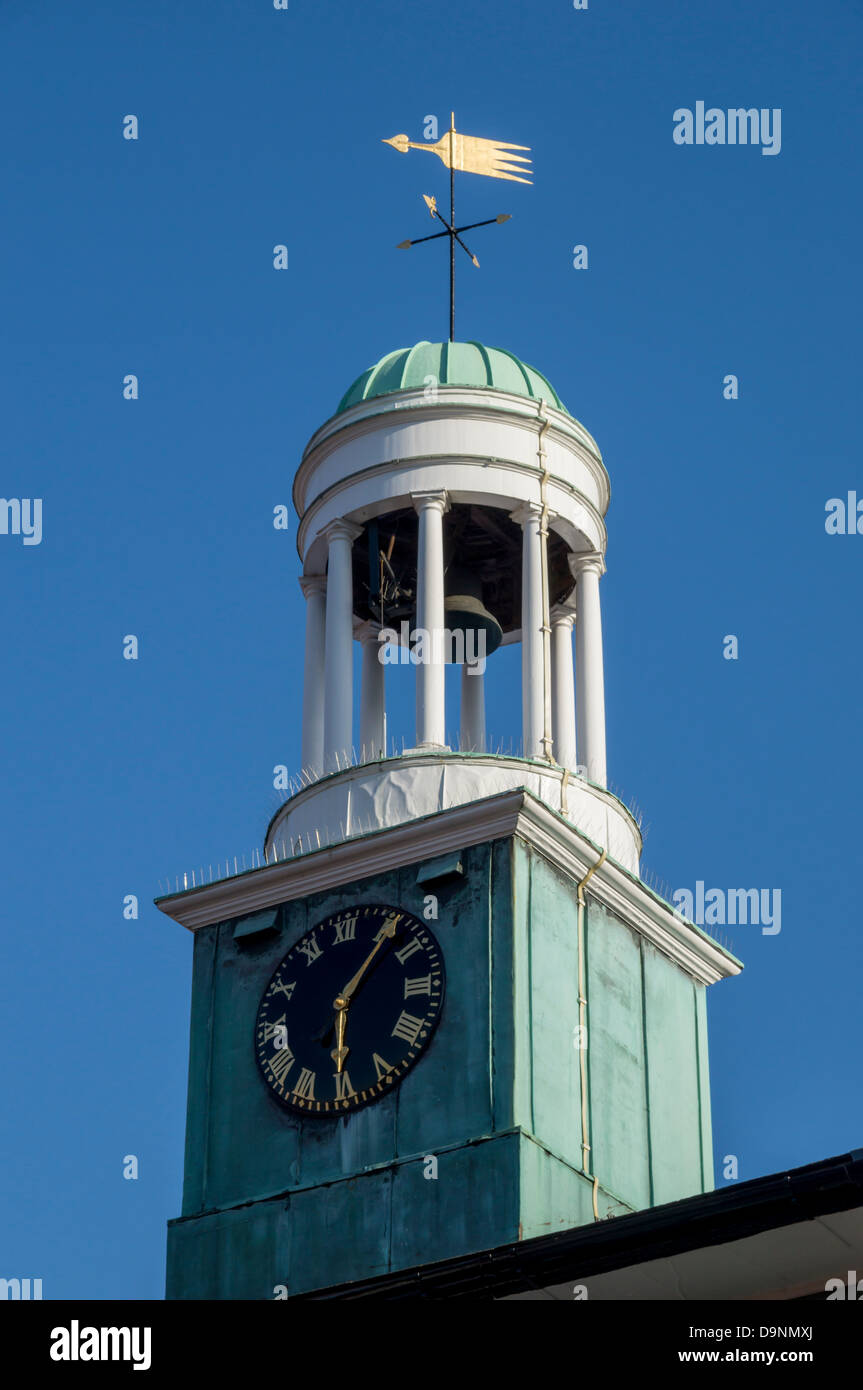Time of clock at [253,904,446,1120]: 6:06
